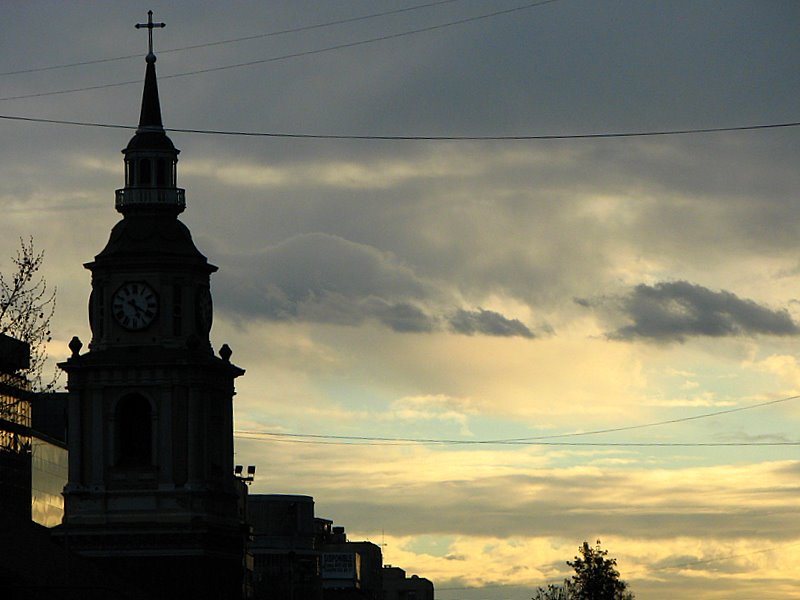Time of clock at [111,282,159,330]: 5:20
